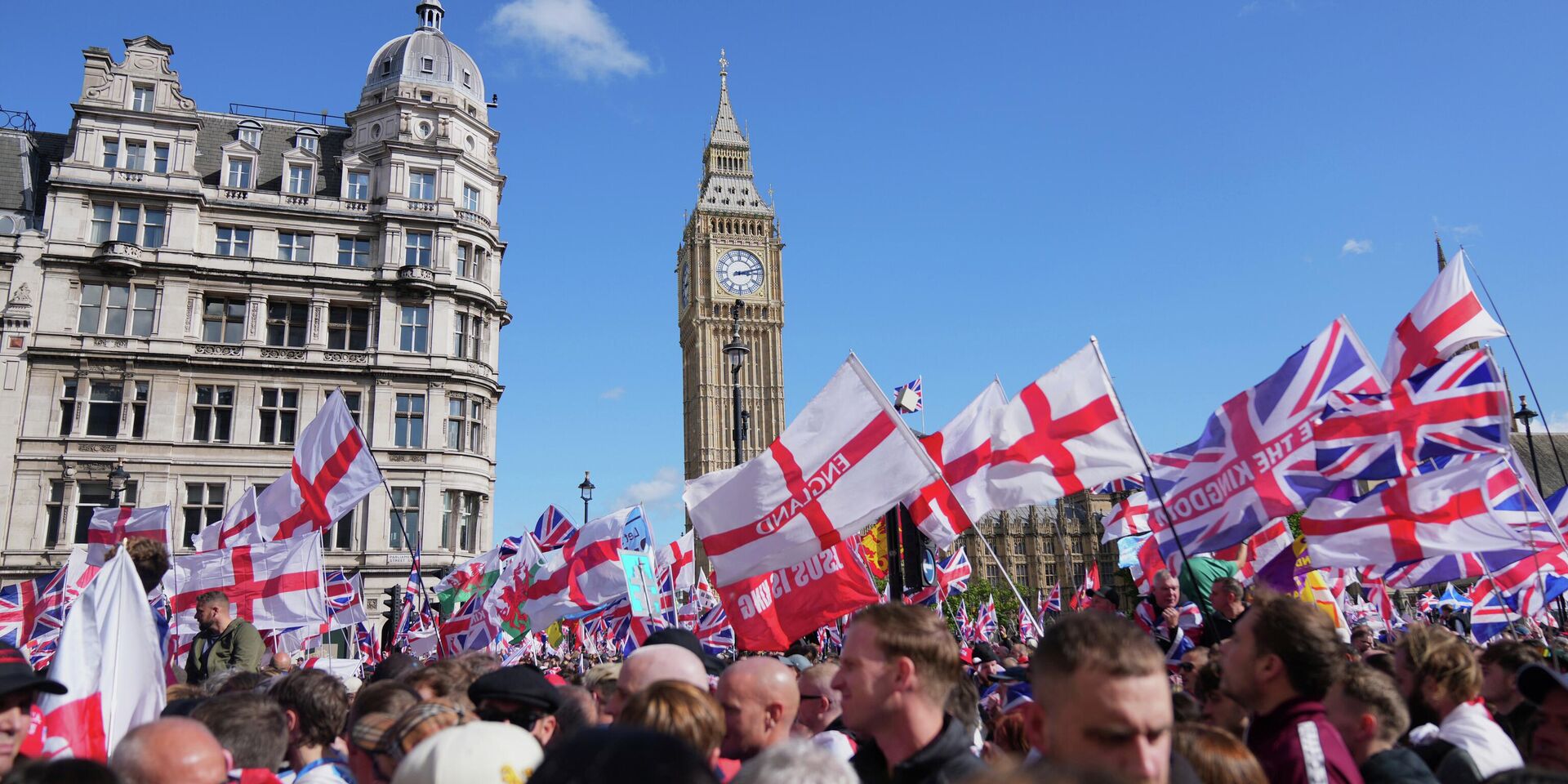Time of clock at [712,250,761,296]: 3:12
